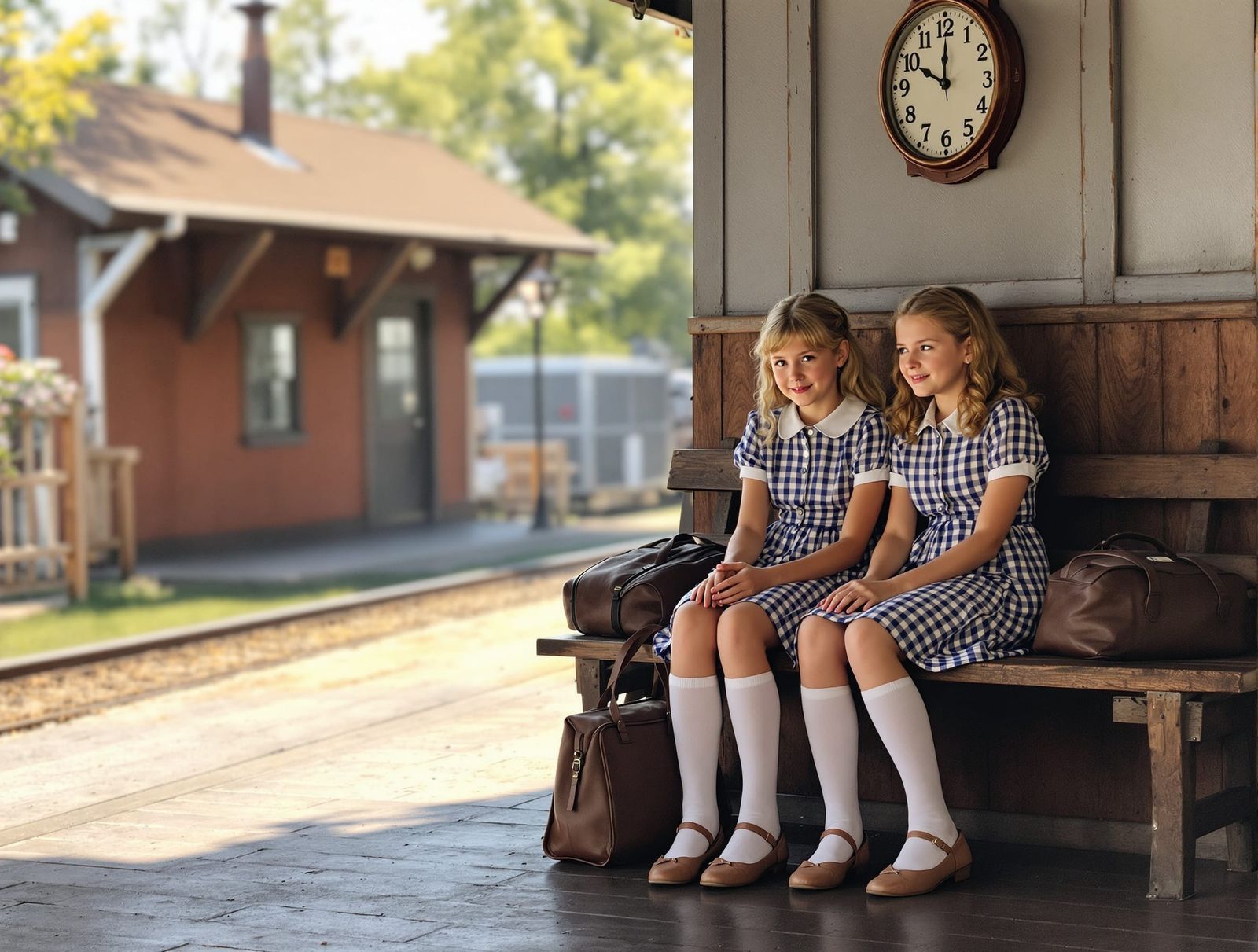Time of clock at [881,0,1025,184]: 10:00
